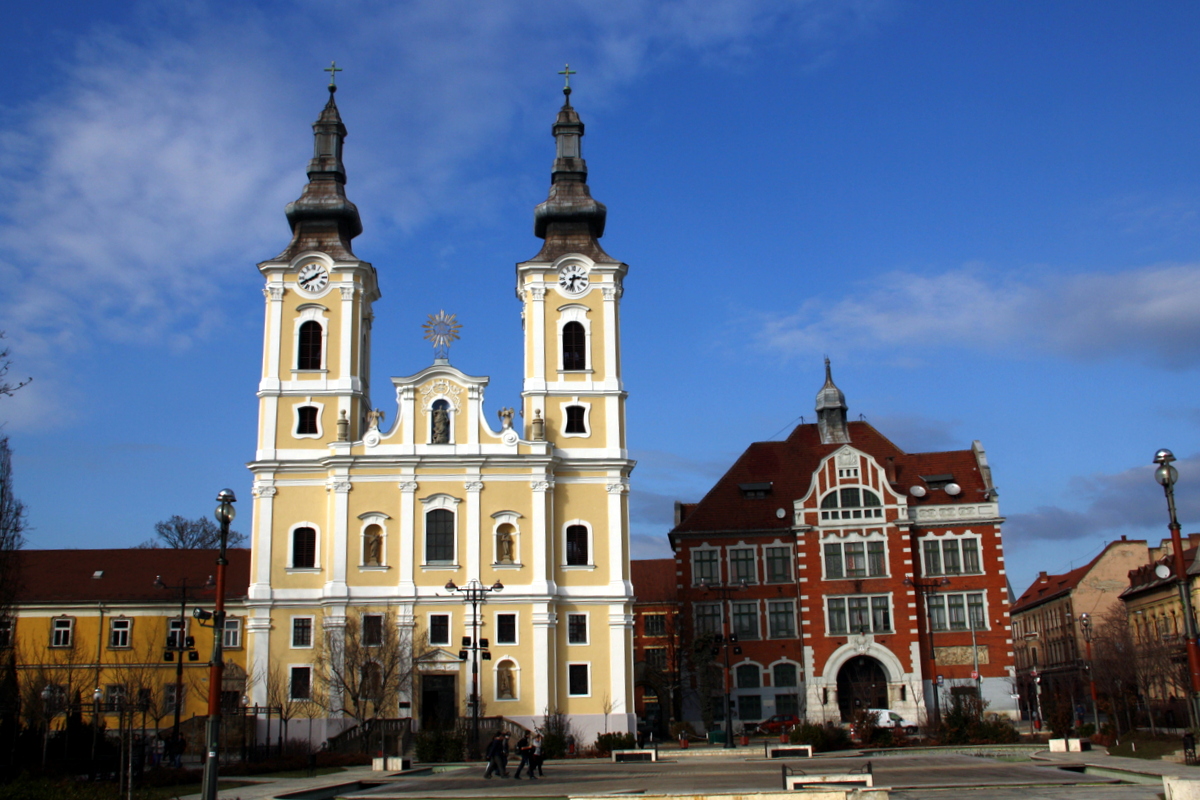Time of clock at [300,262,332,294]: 1:40
